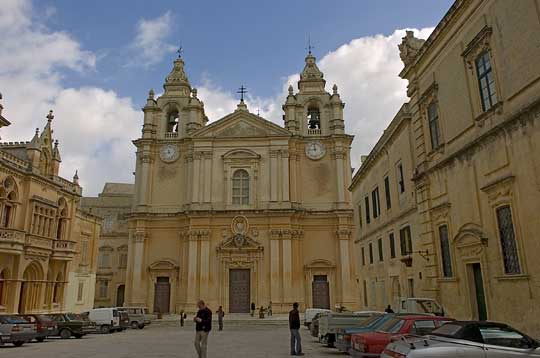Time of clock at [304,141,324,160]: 11:44
